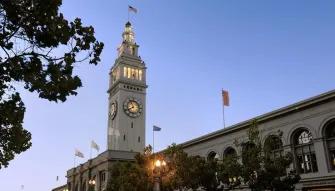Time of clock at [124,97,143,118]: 7:55
